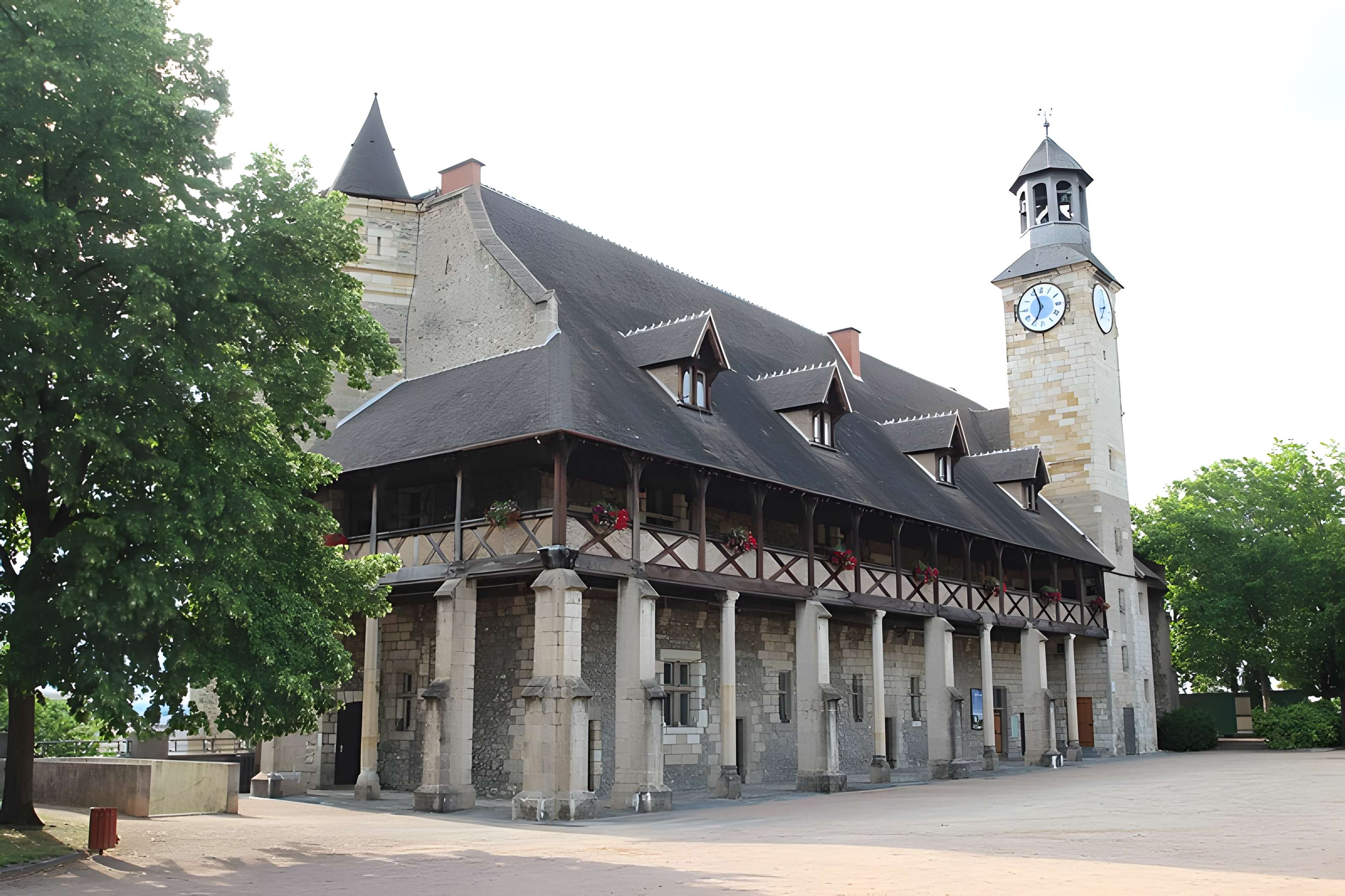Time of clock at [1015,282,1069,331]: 6:56
